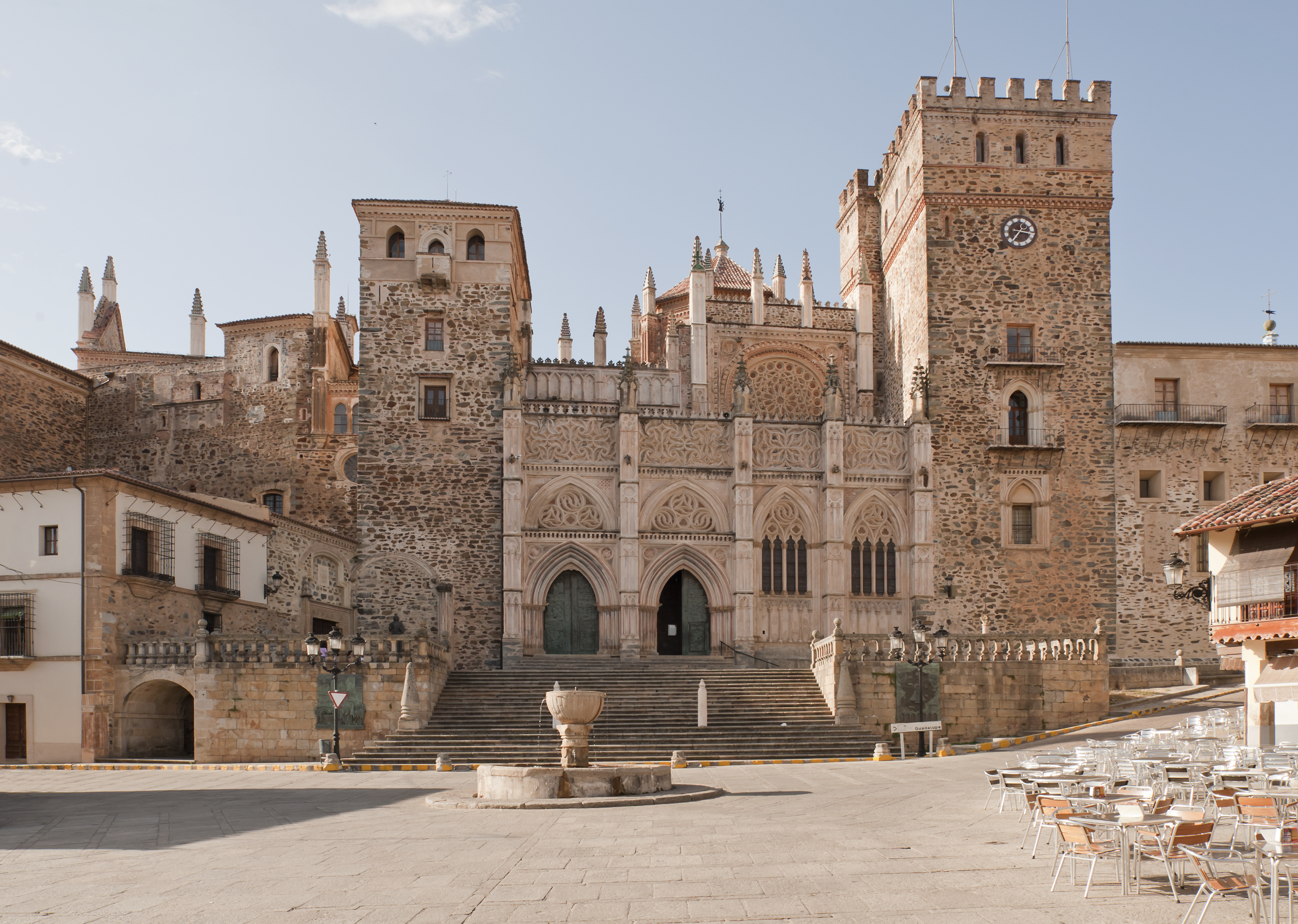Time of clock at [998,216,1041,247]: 7:16
